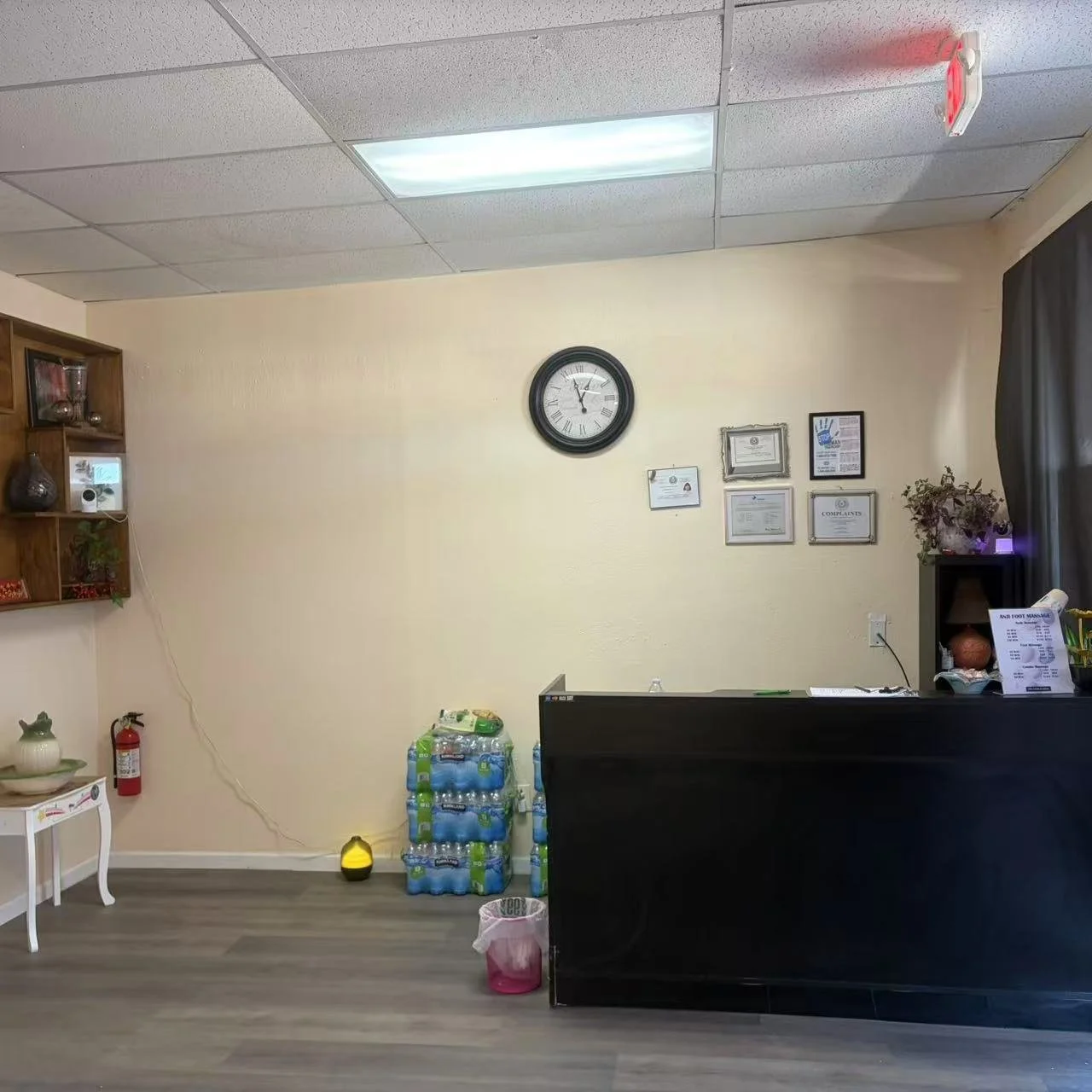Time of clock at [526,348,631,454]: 12:57
